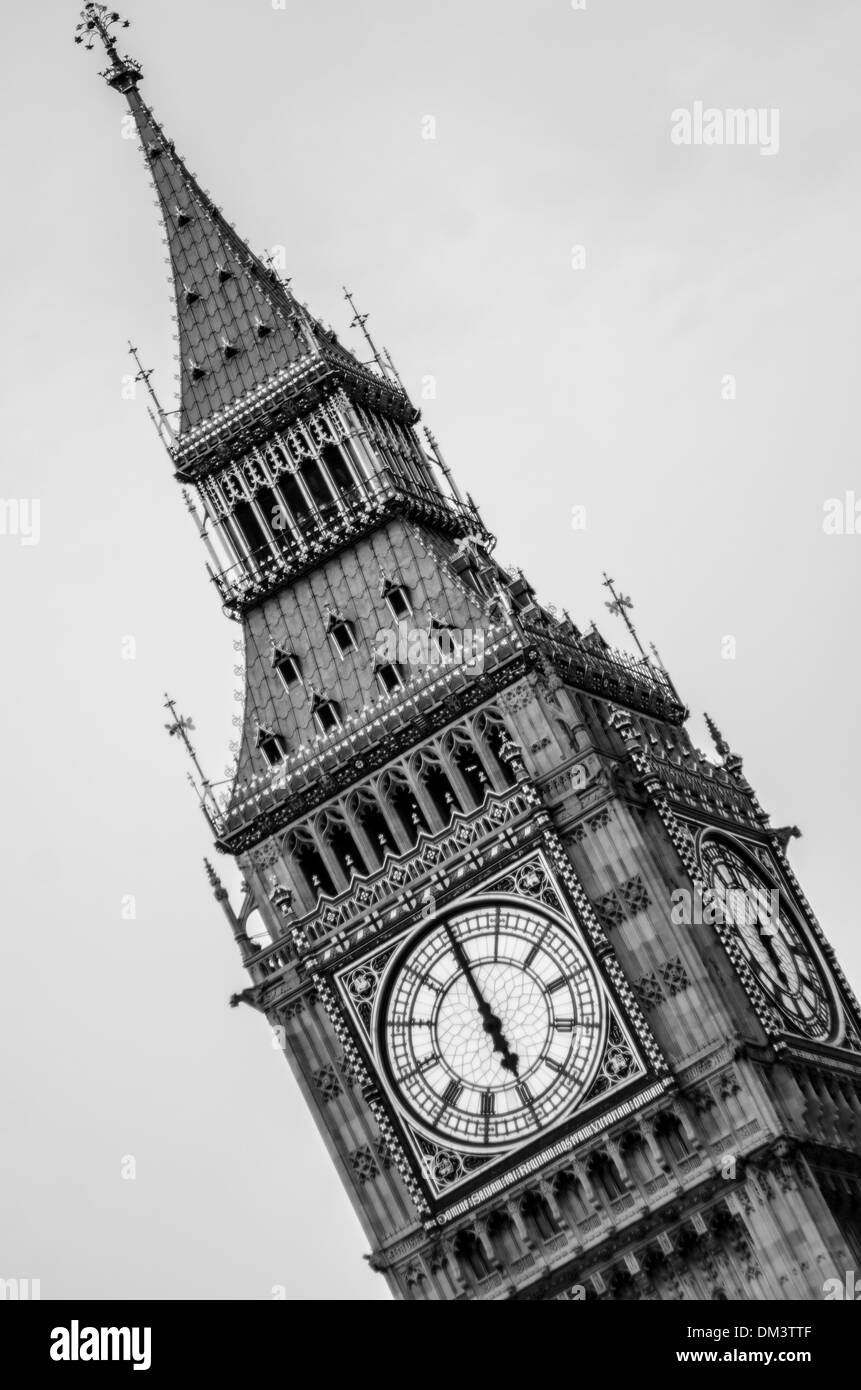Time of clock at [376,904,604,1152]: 4:54
